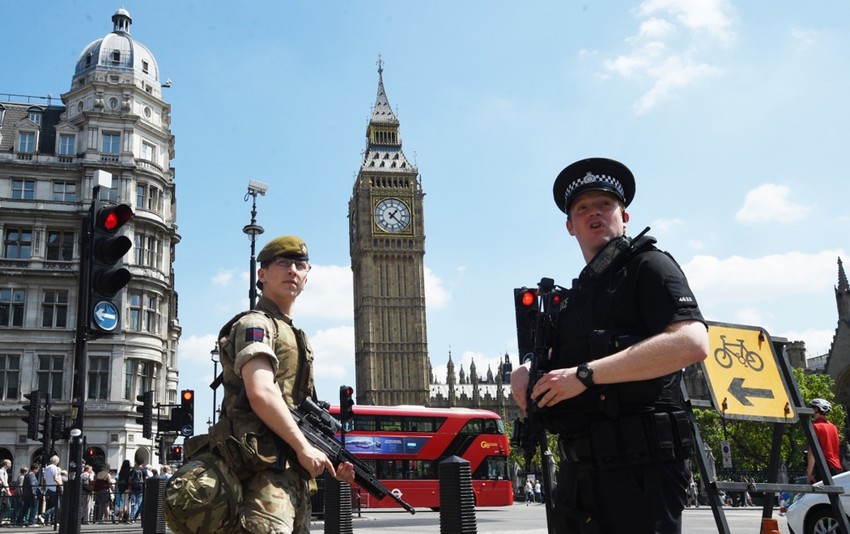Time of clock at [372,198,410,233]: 1:22
